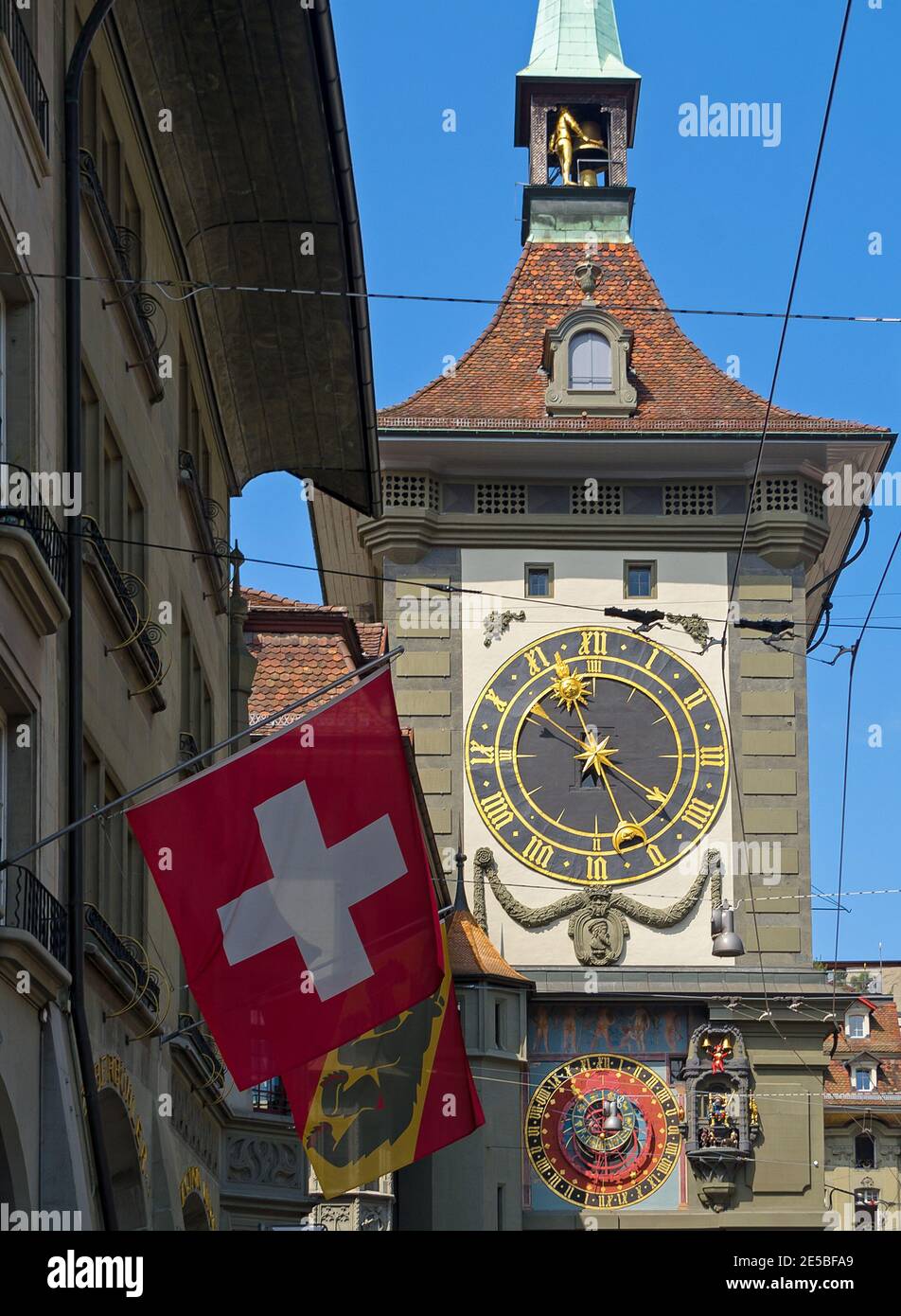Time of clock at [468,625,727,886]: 11:21
